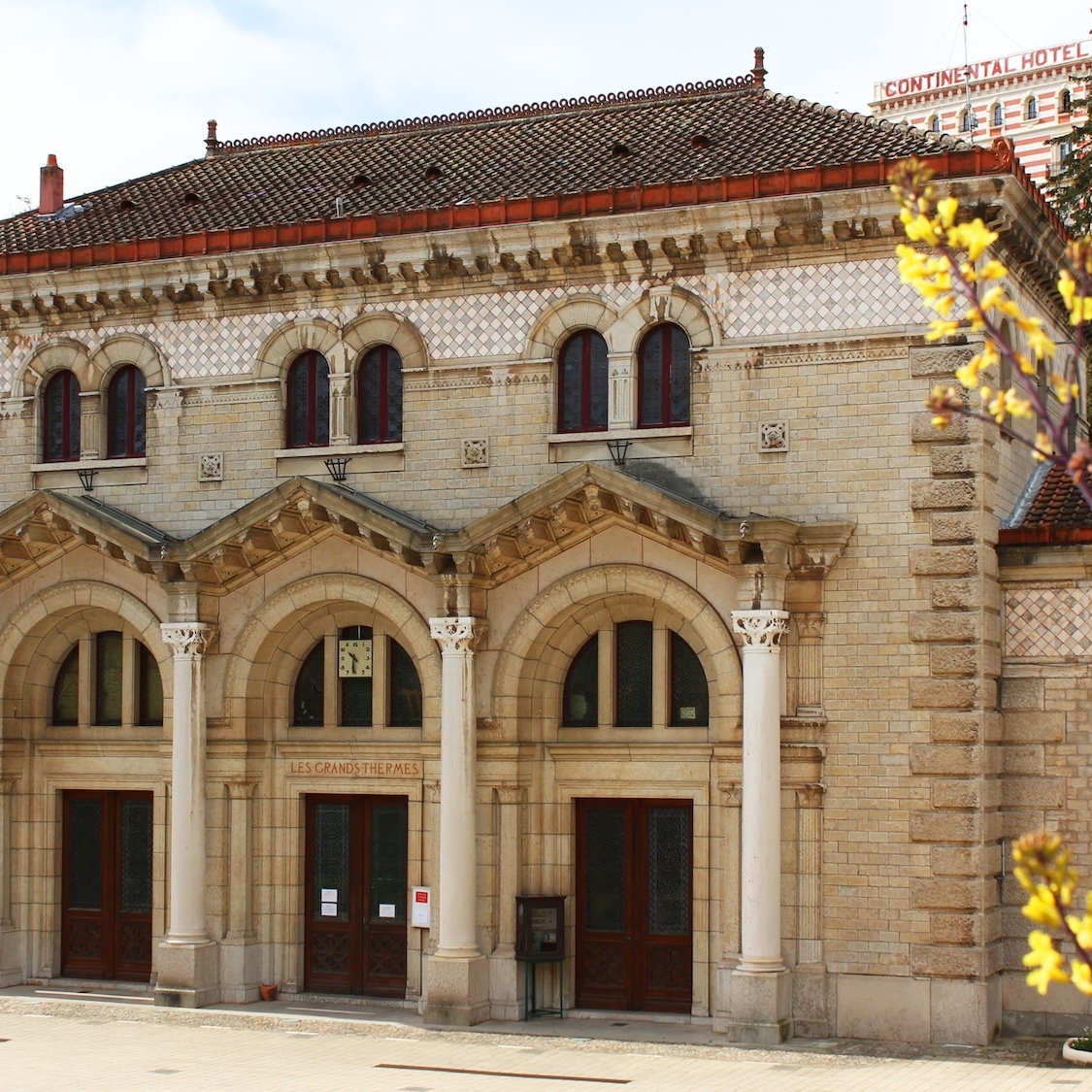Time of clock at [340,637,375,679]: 10:31
